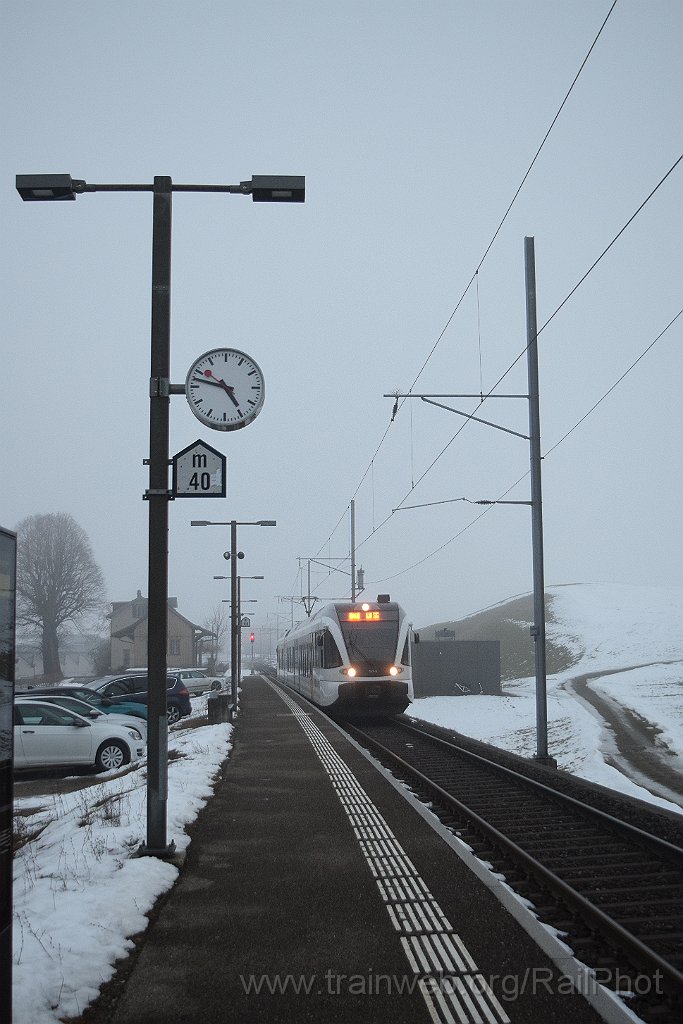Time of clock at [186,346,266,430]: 4:47
